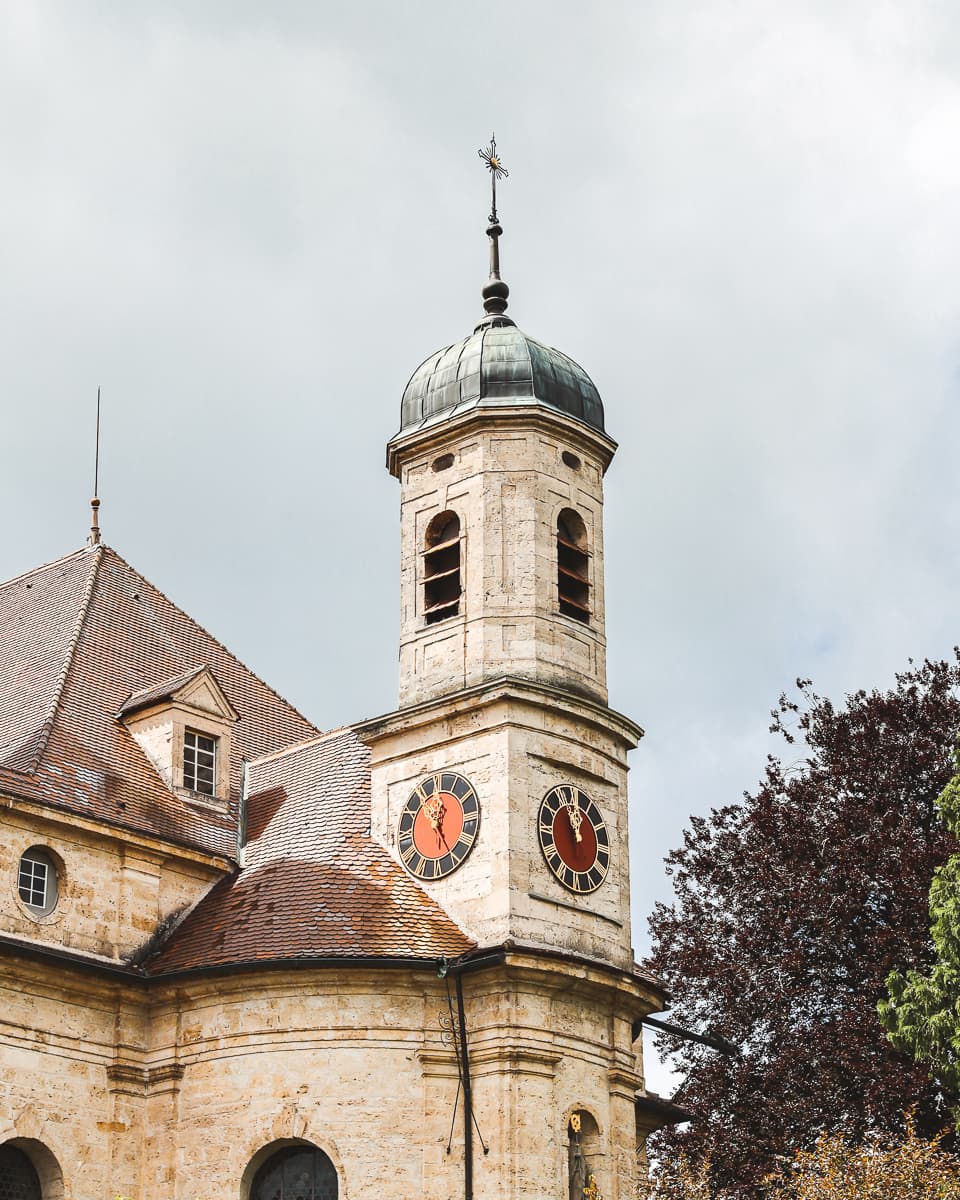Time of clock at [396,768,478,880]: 12:24
